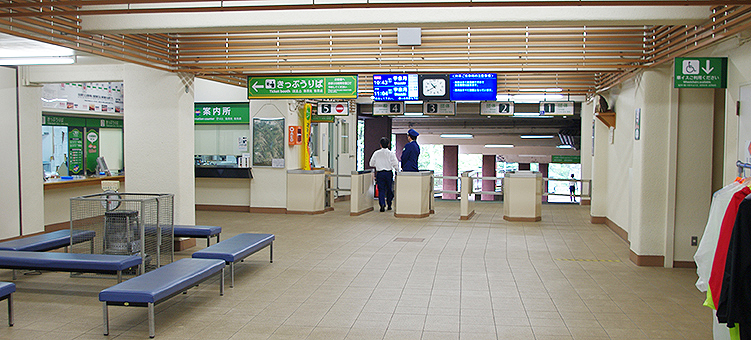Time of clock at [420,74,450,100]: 10:39
